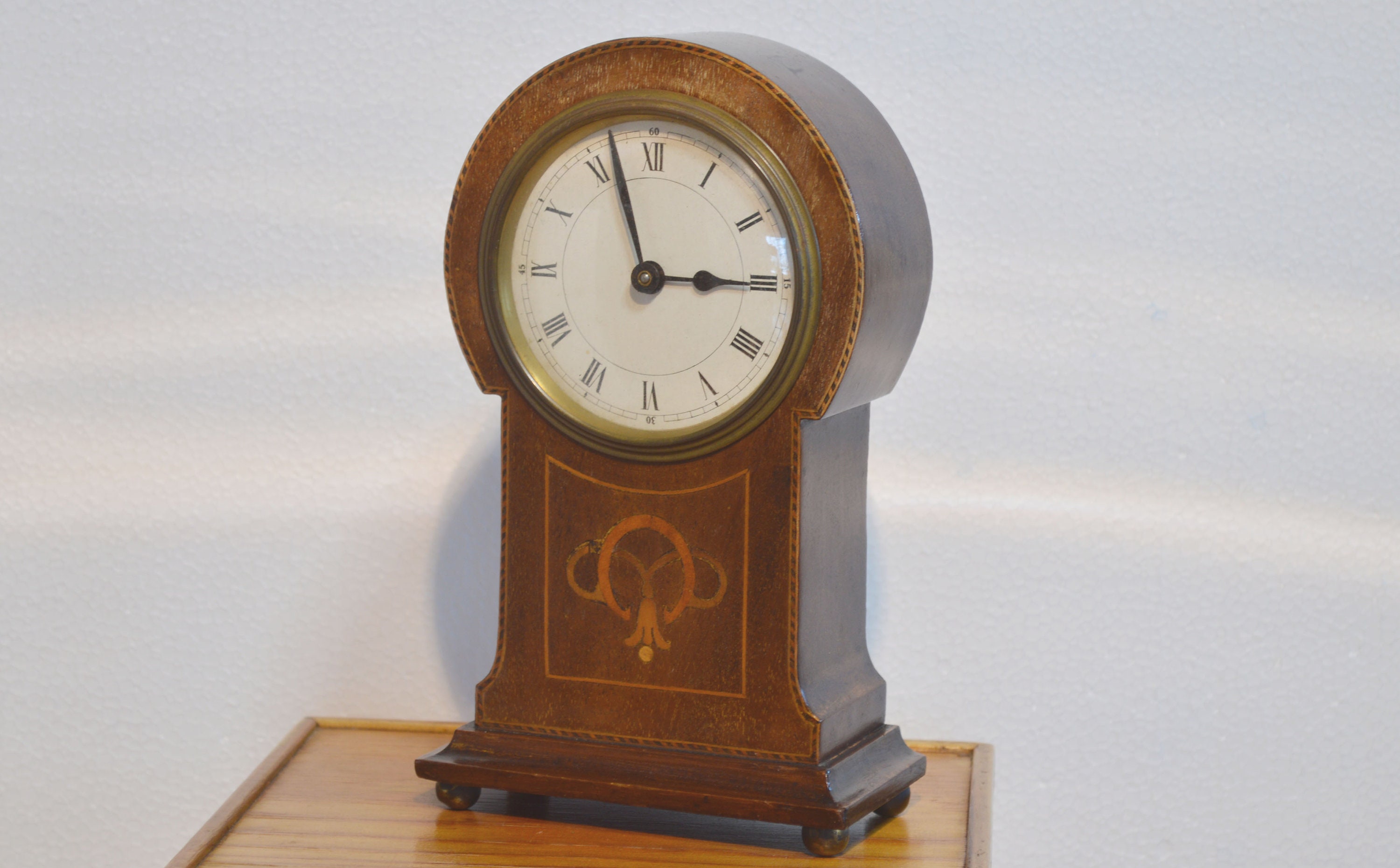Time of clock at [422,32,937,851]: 2:56
